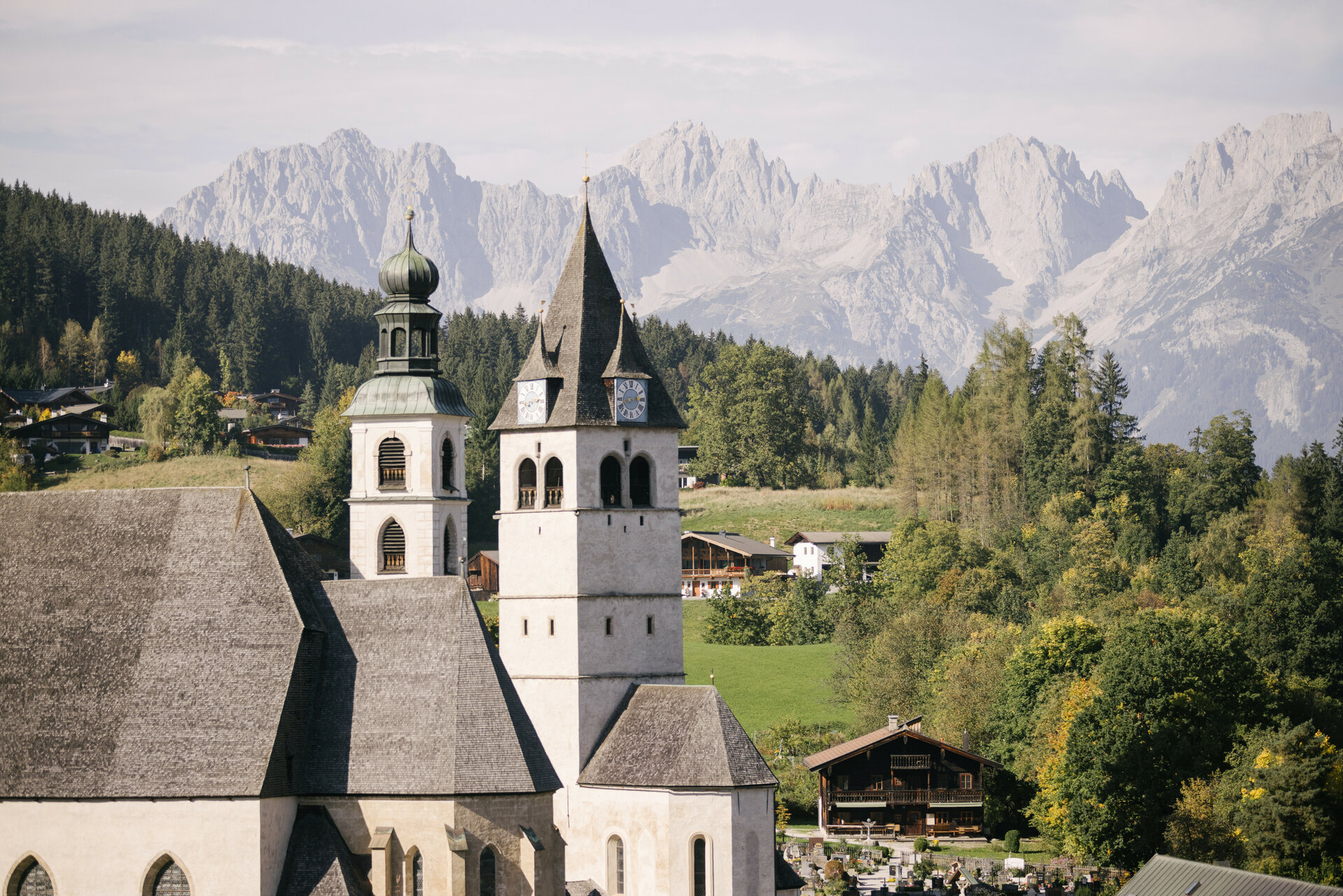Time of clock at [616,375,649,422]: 2:42
